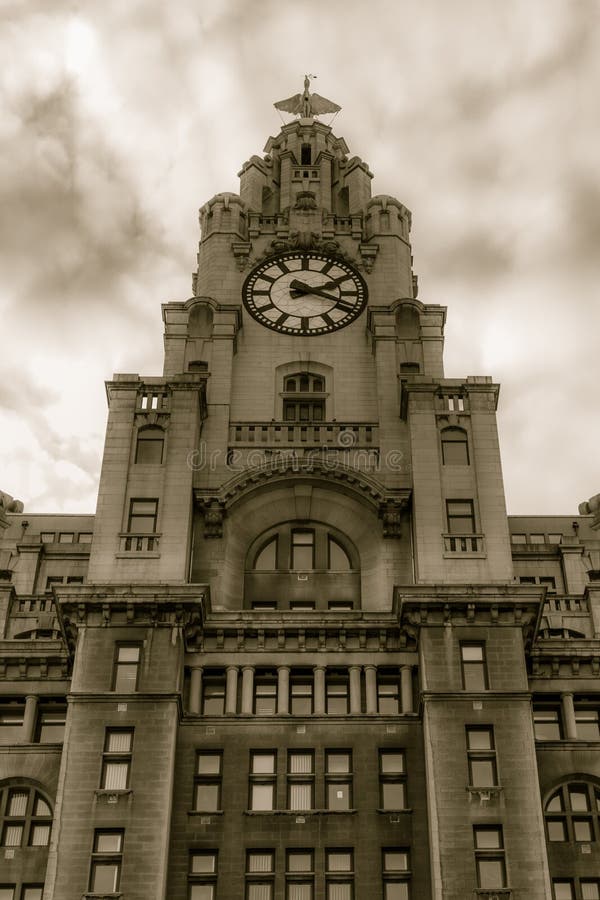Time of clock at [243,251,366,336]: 2:18
